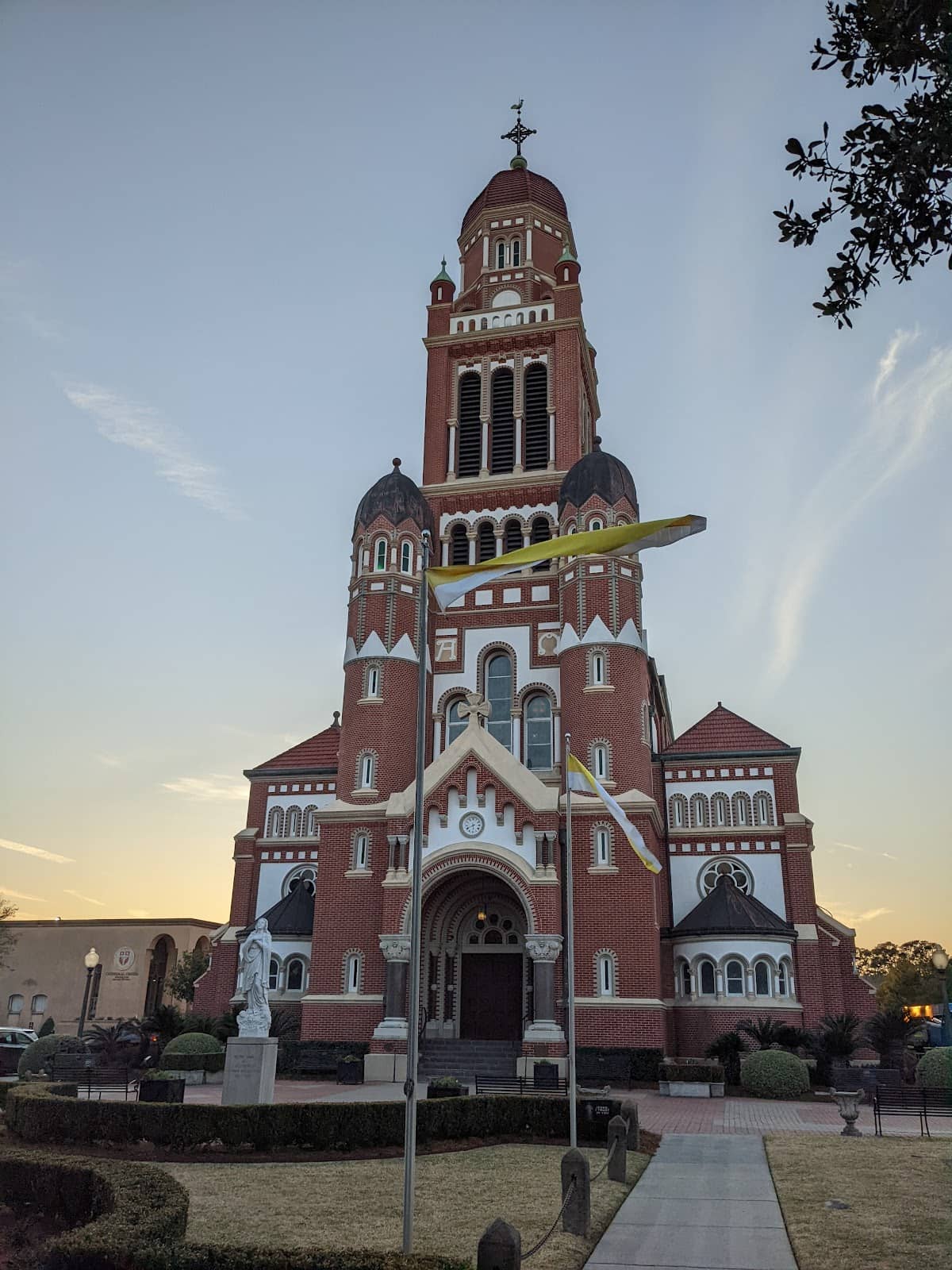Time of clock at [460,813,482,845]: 5:40
